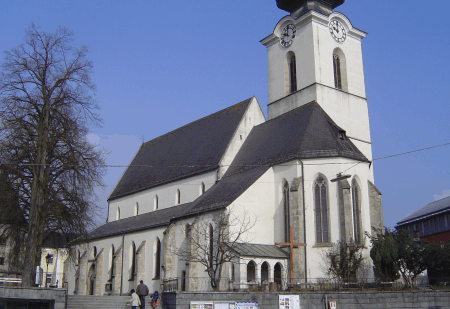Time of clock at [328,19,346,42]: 10:00
